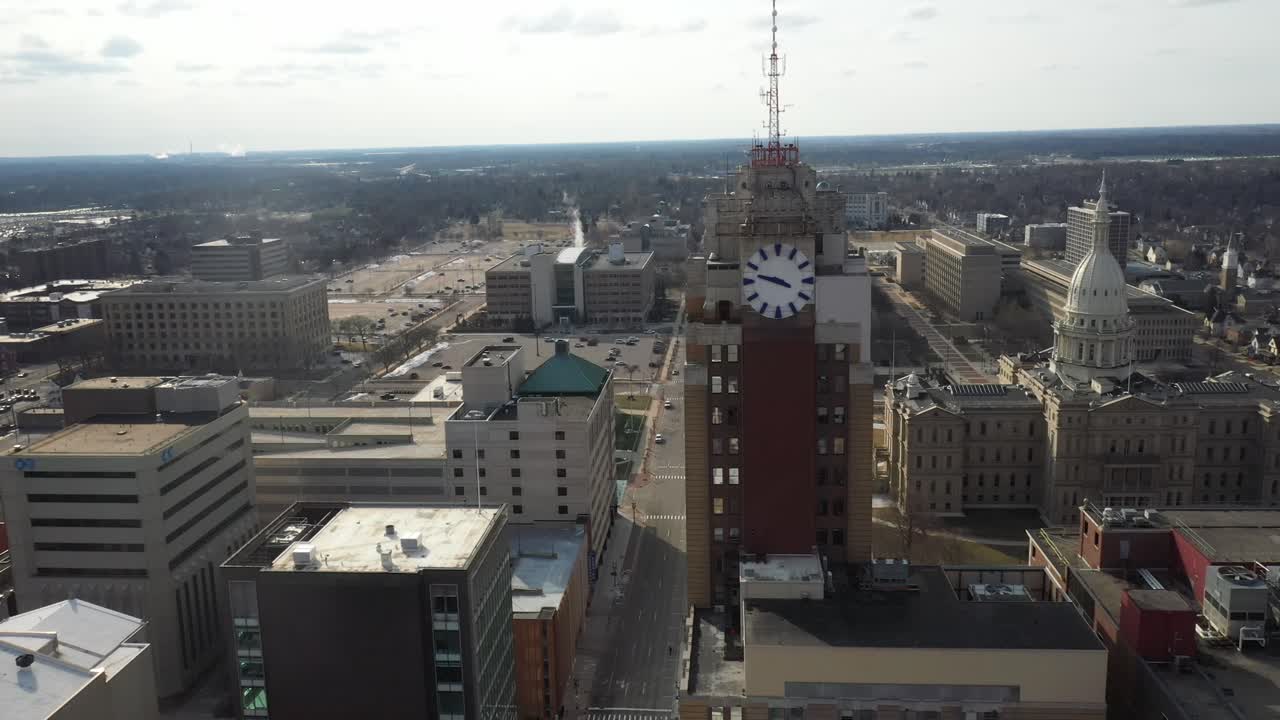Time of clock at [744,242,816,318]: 3:47
